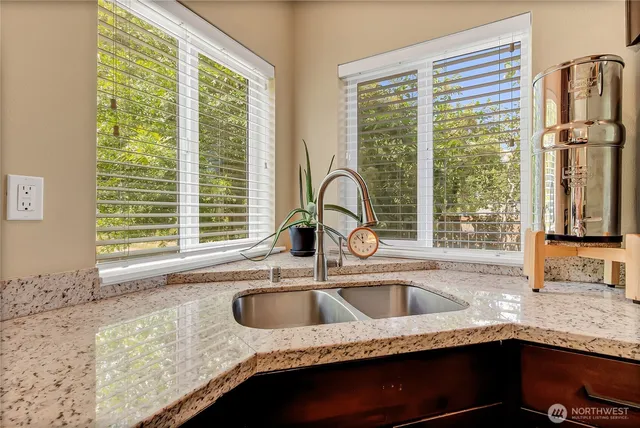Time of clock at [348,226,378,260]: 11:52
